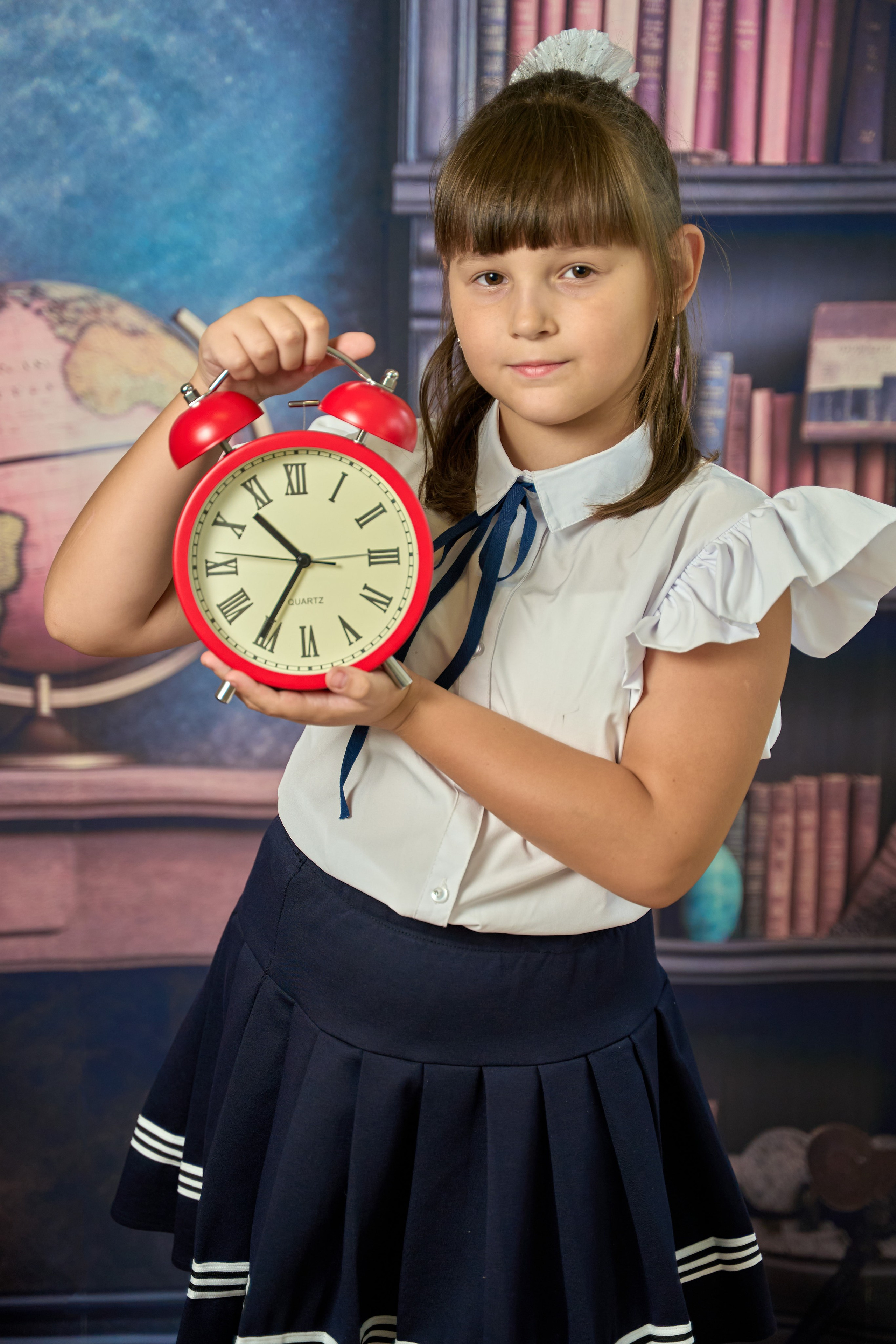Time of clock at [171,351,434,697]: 10:35
